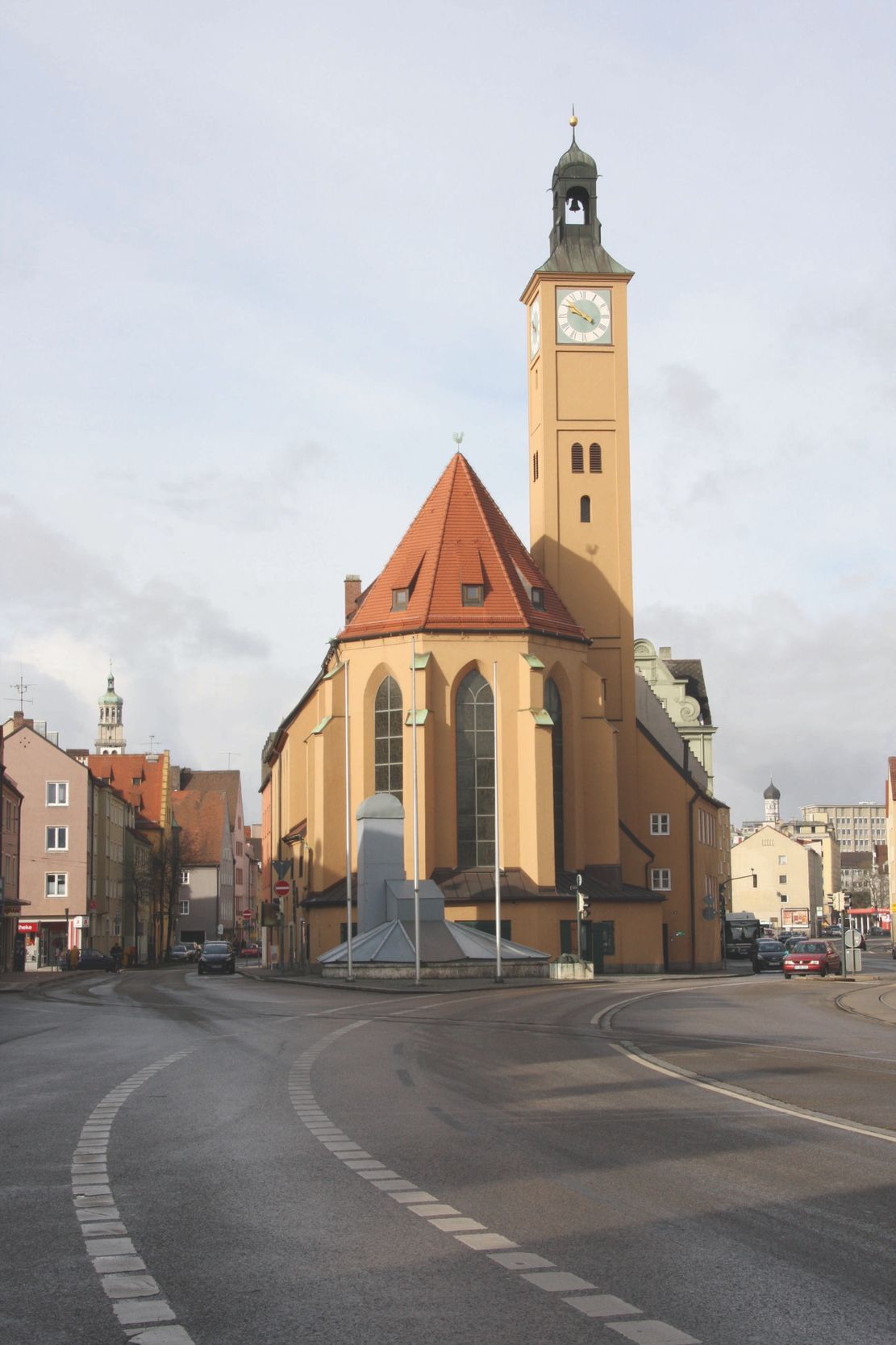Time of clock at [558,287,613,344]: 9:51
